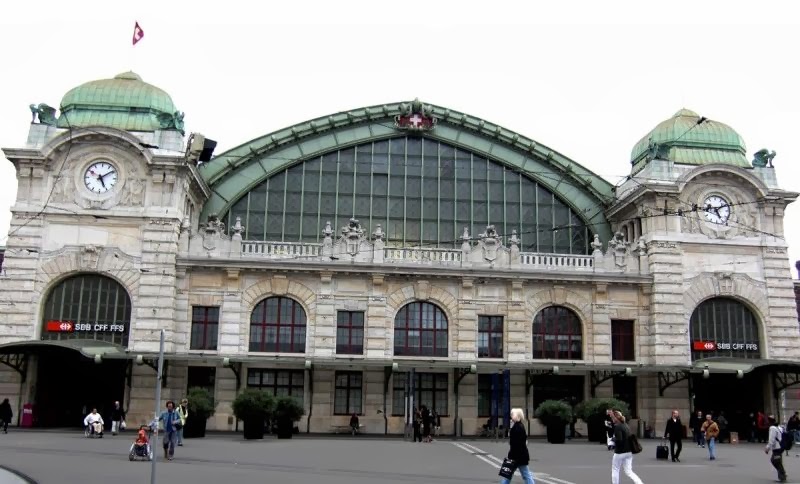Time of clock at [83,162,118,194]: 5:08
